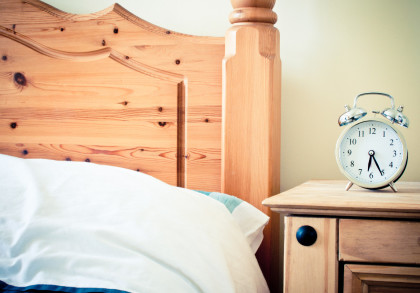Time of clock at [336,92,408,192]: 6:25
